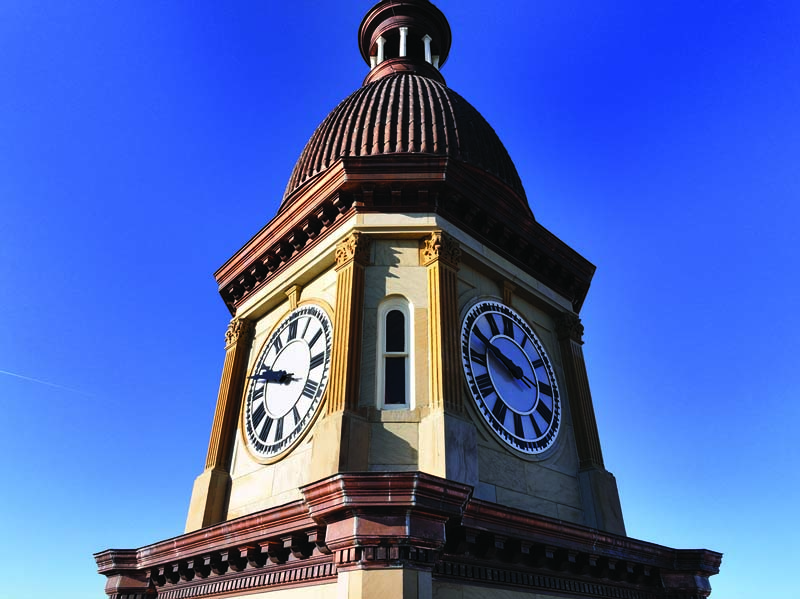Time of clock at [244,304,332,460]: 9:47
